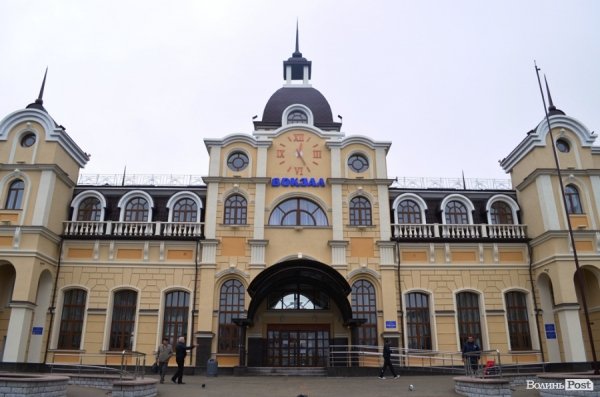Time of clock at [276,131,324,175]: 5:01
